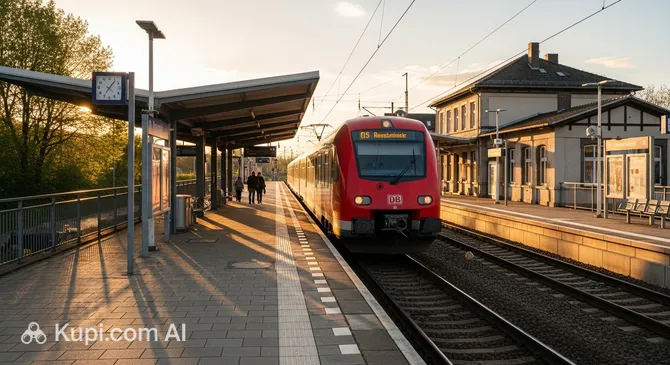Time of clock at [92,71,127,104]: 7:06
